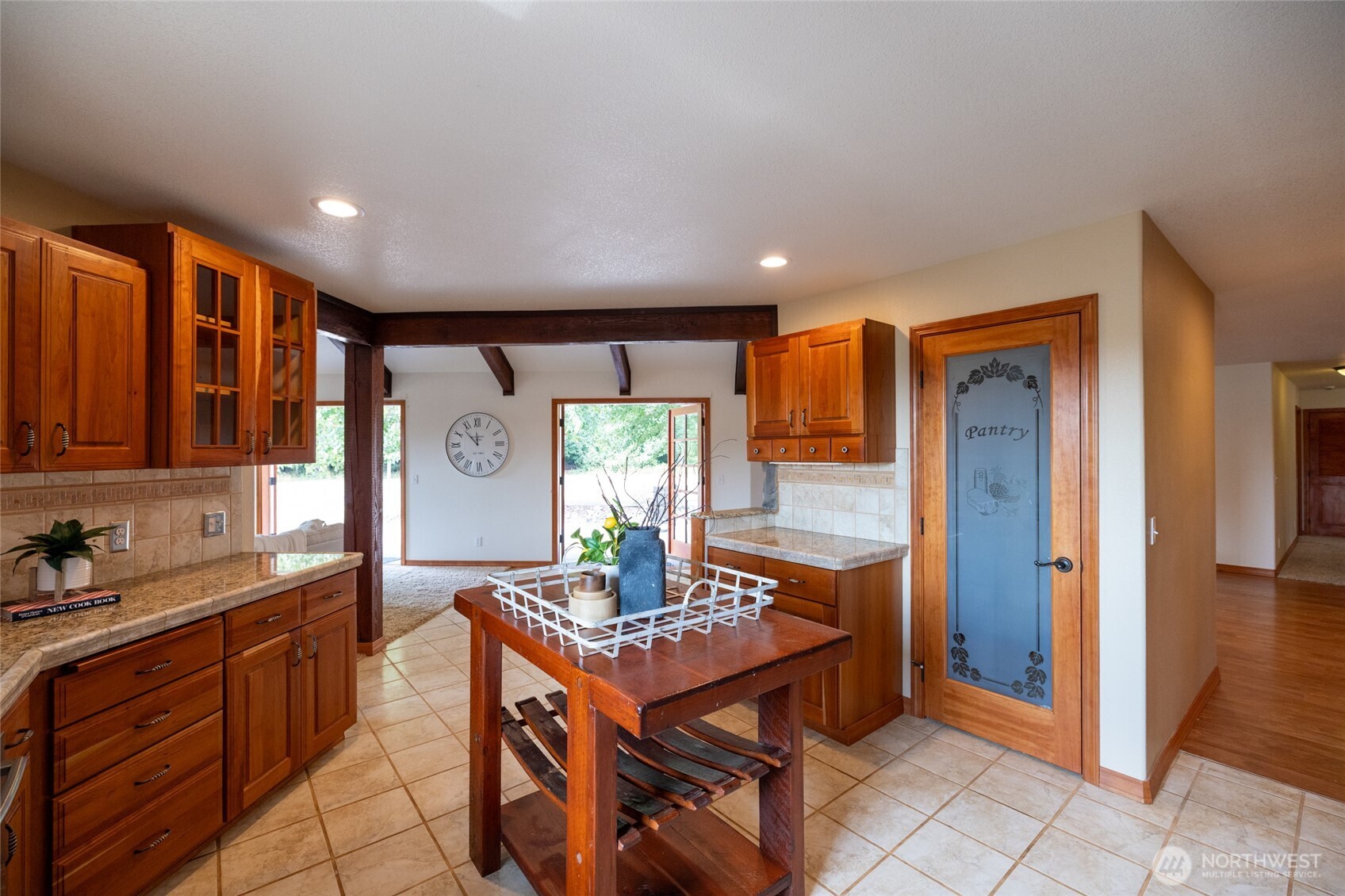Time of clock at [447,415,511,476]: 11:52
